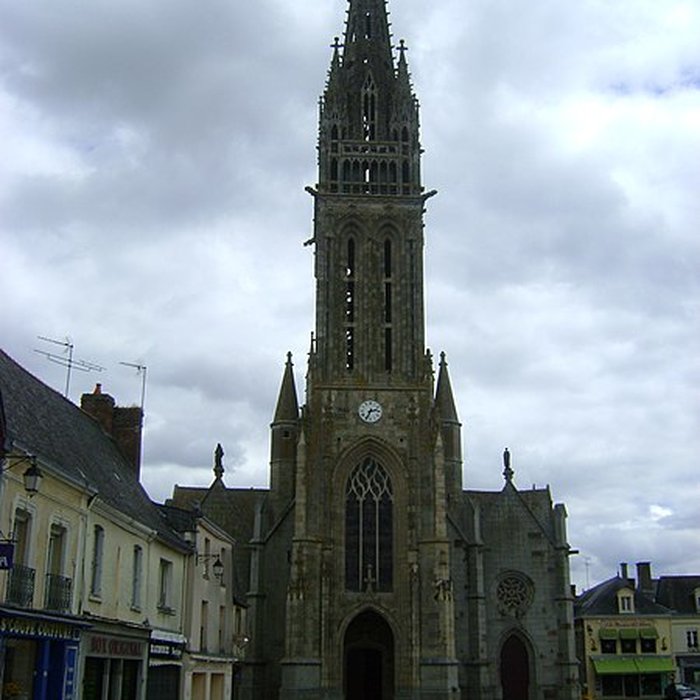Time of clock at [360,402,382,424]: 2:34
